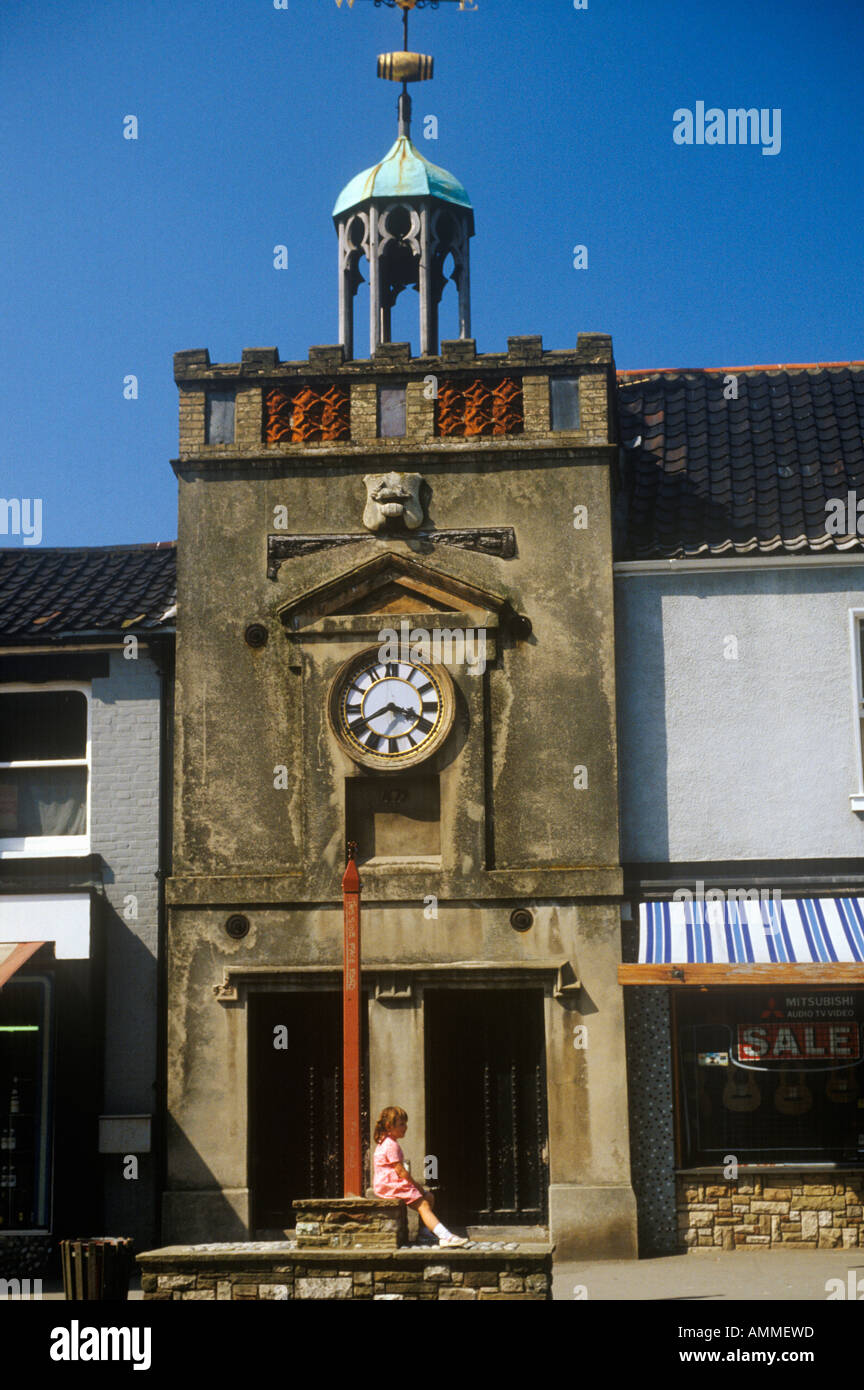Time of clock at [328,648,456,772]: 3:40
